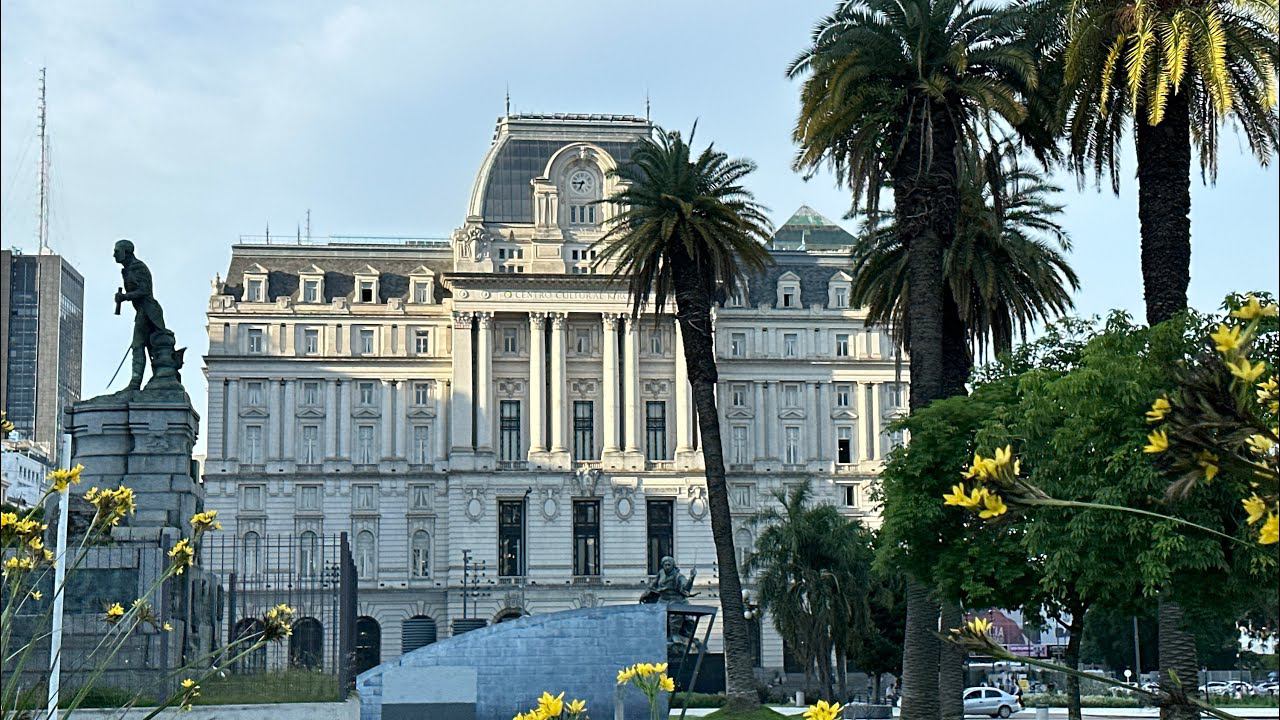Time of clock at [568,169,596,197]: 6:44
